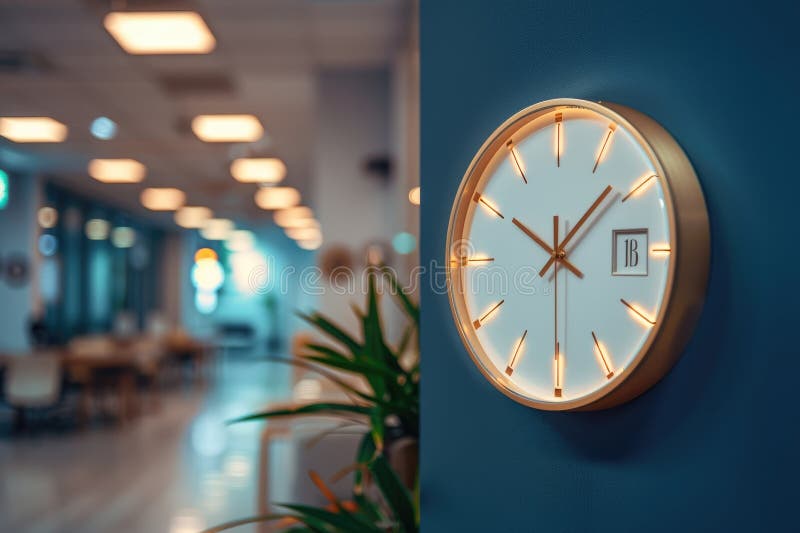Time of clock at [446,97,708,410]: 10:07
